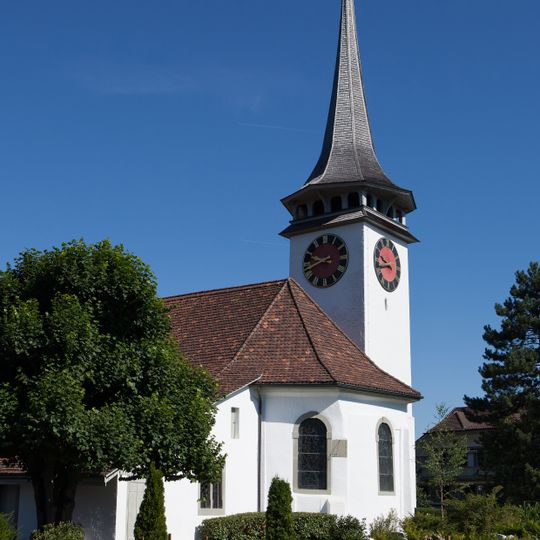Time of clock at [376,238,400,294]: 9:43
